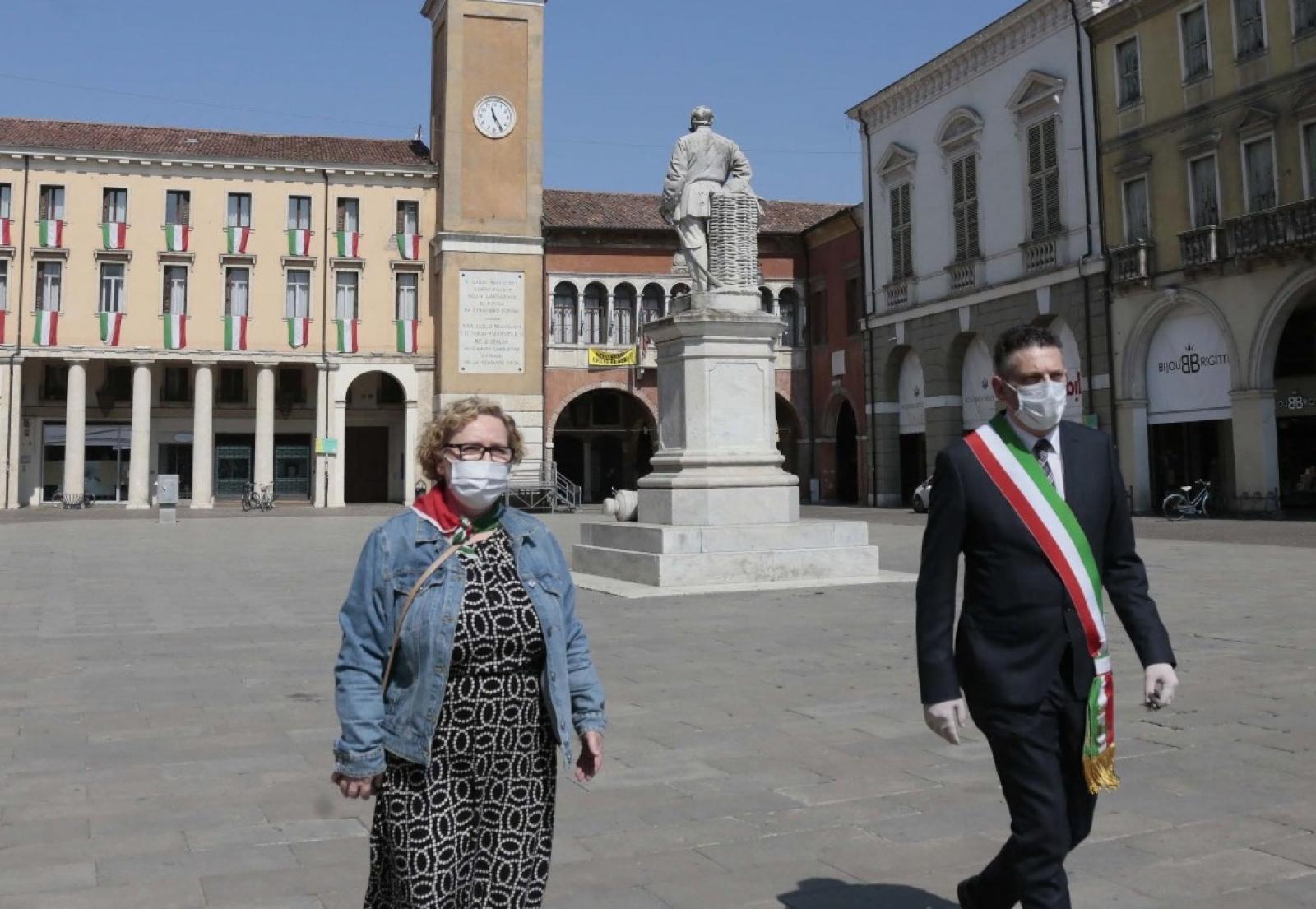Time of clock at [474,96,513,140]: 11:24
